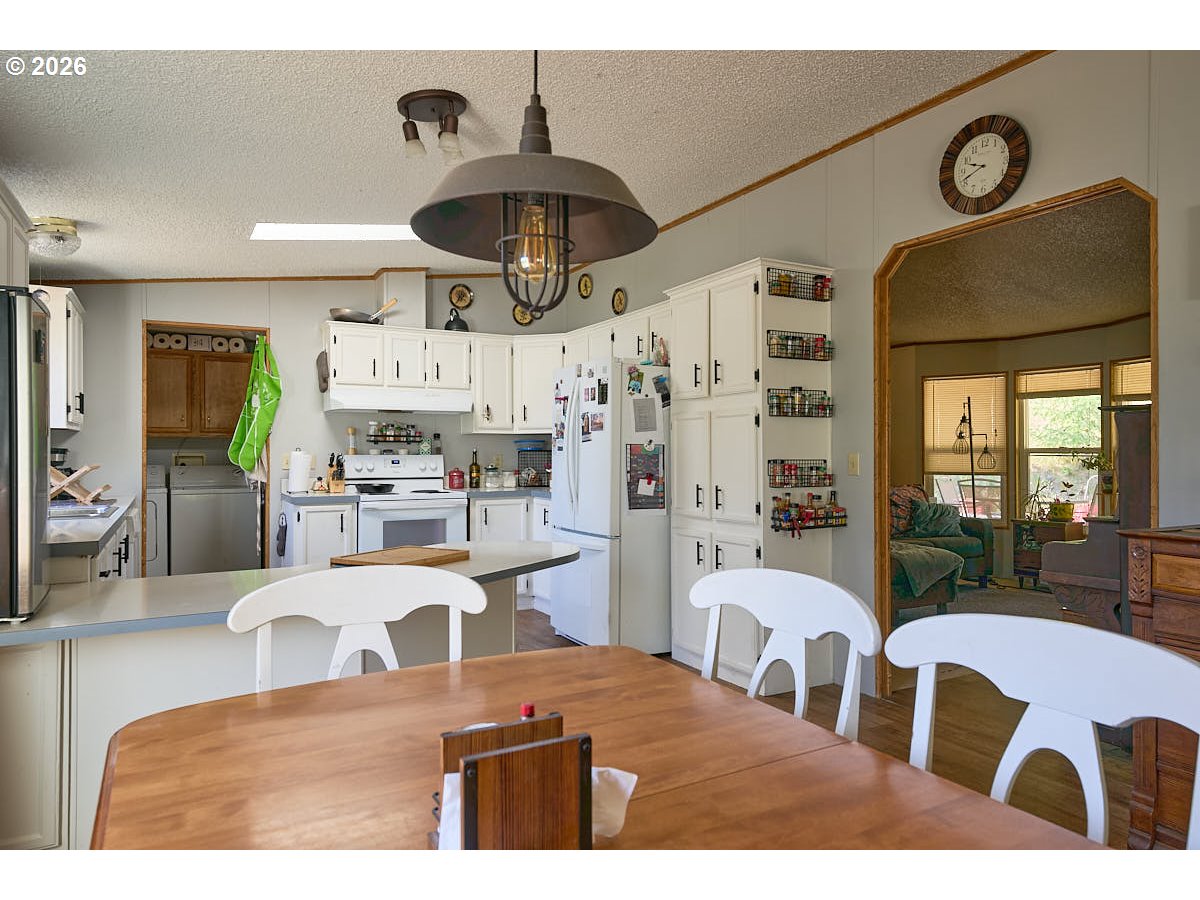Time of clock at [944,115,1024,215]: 9:41
